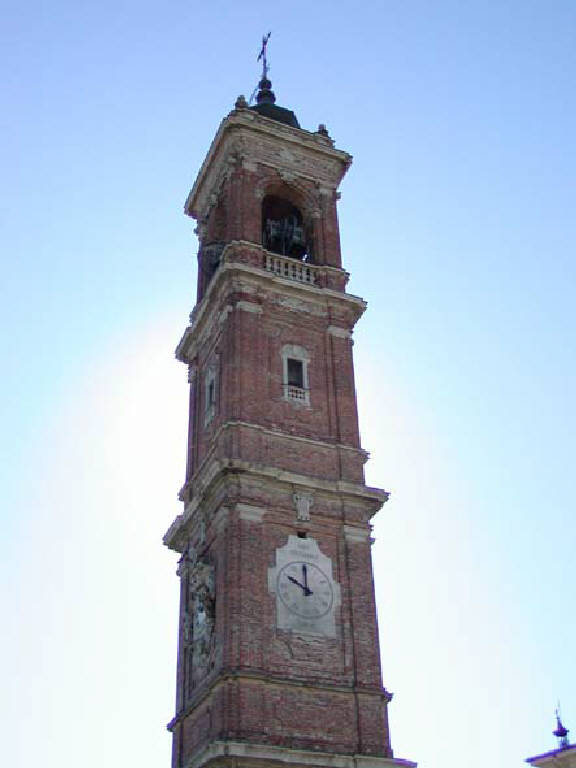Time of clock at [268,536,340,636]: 11:49
